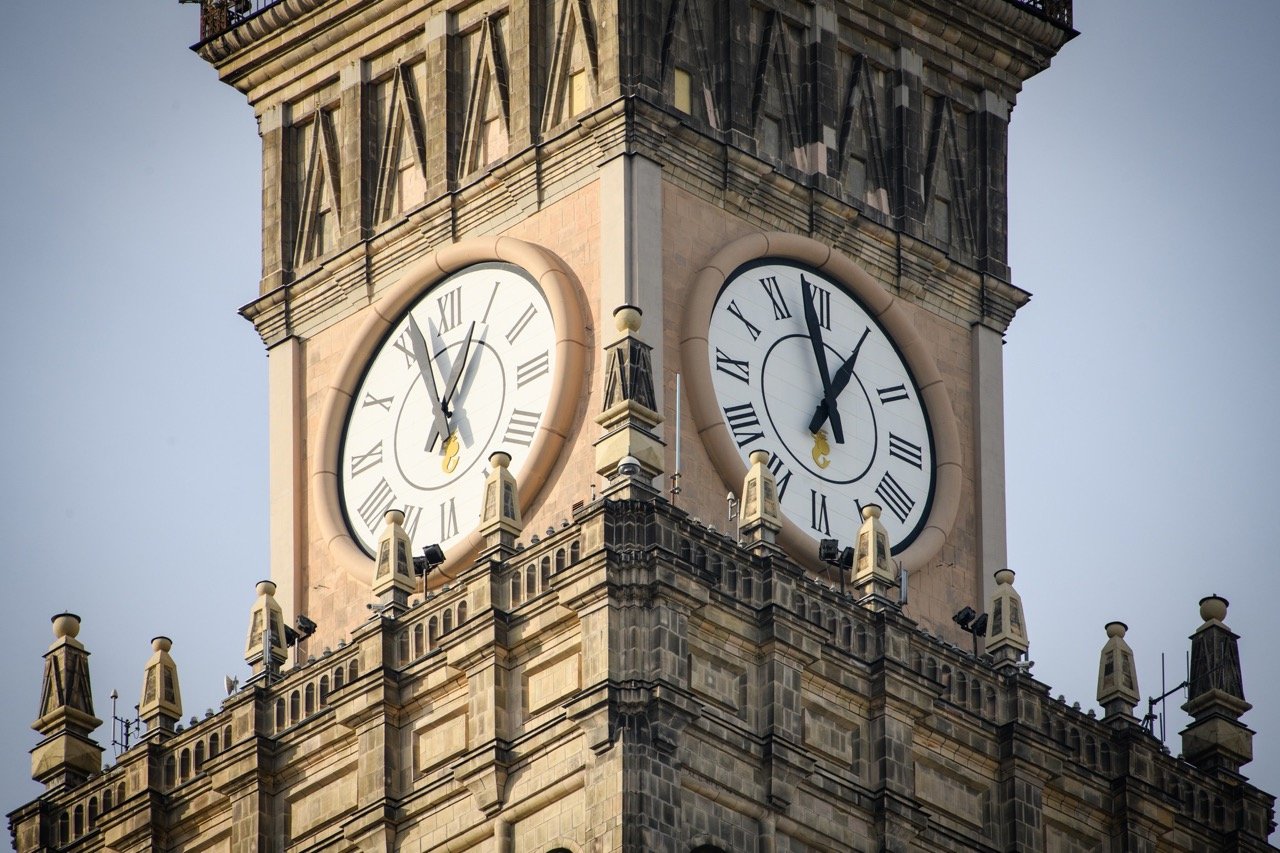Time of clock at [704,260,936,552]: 12:58
